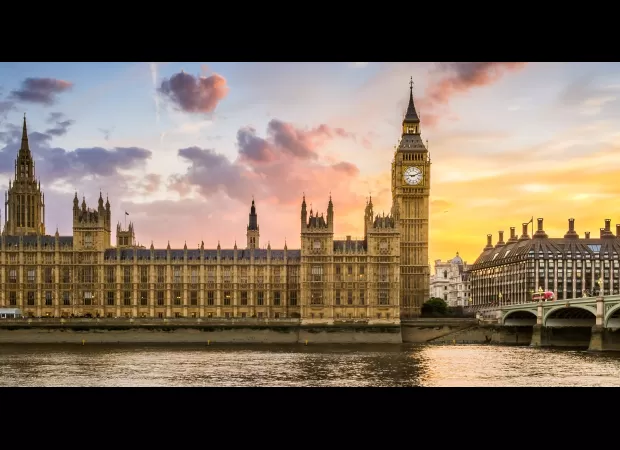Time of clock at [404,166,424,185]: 9:11
